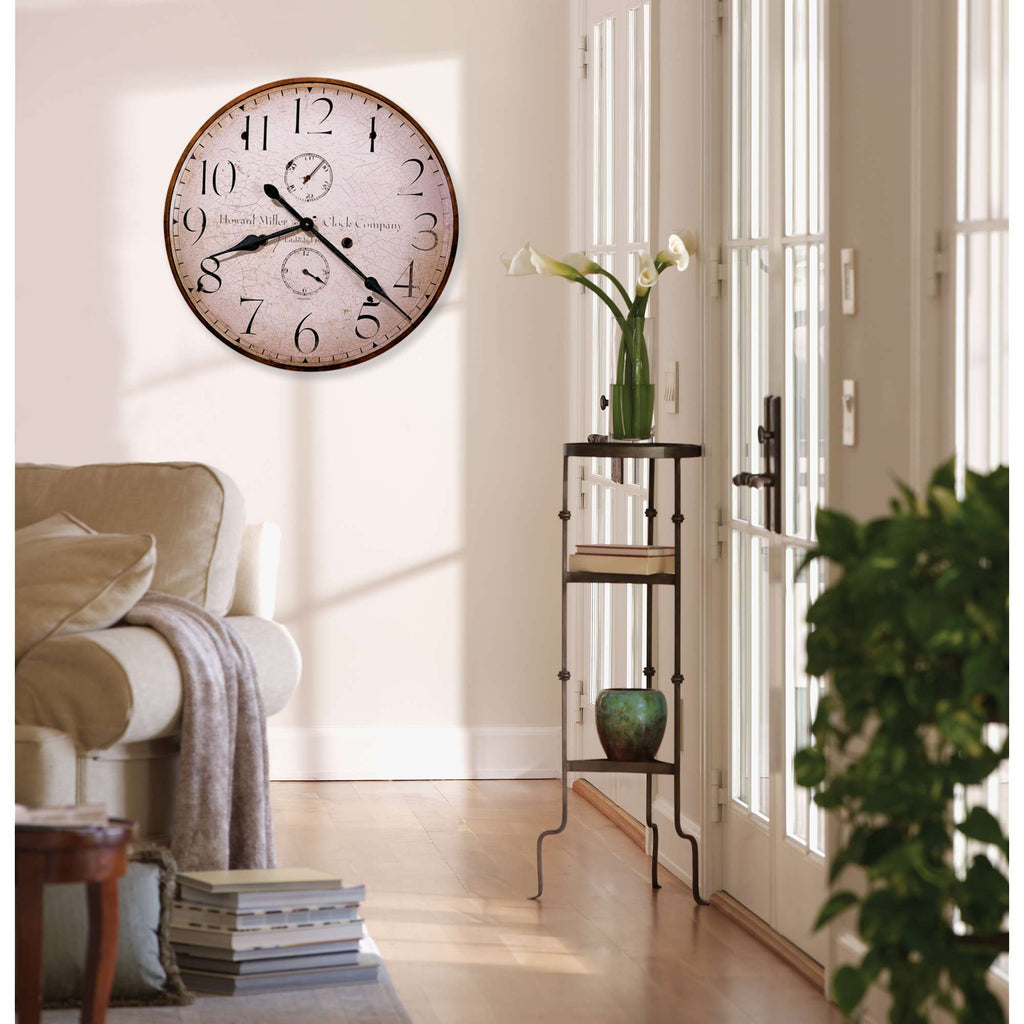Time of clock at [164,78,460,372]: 8:21
